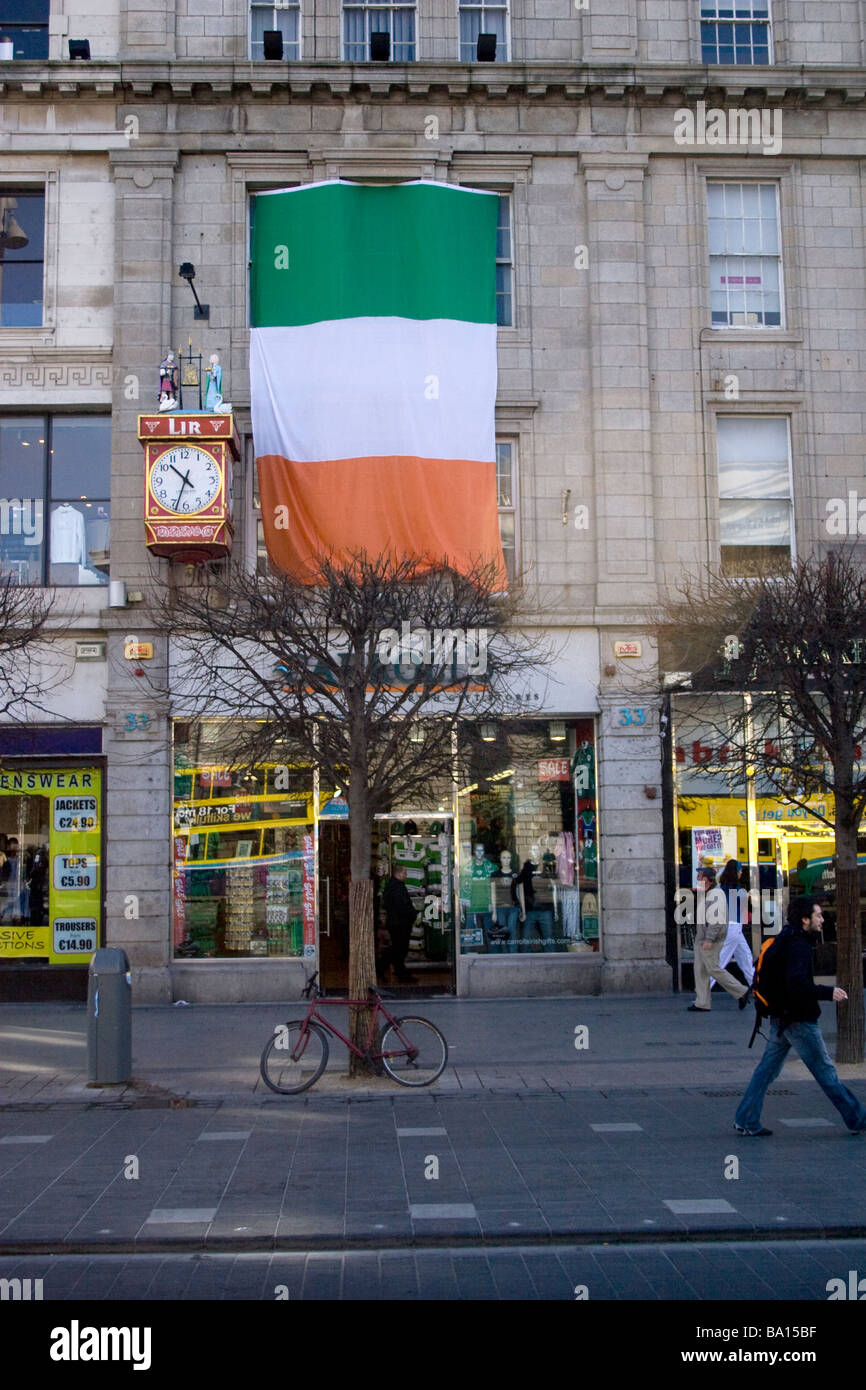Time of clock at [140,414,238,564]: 10:33
